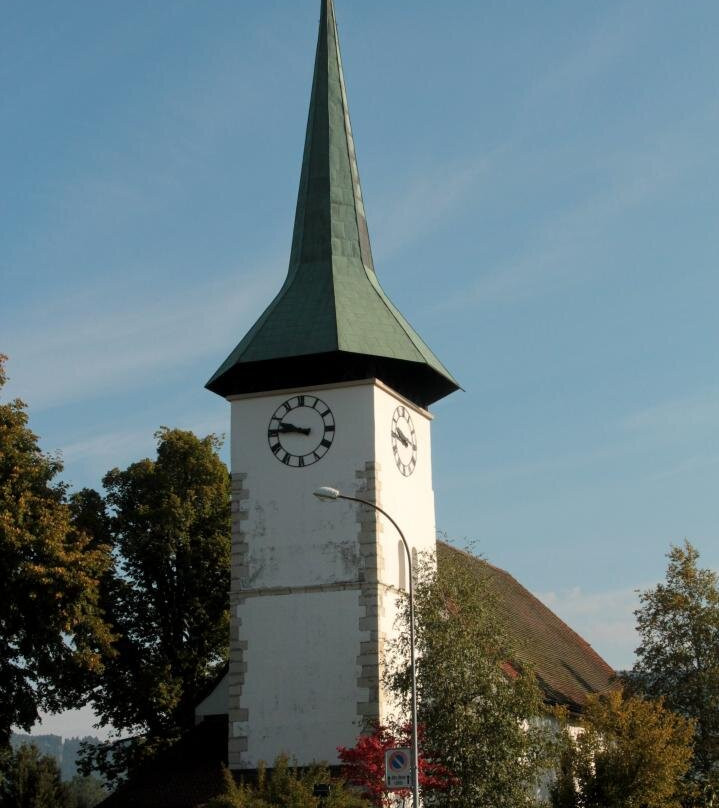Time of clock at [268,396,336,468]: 9:45
